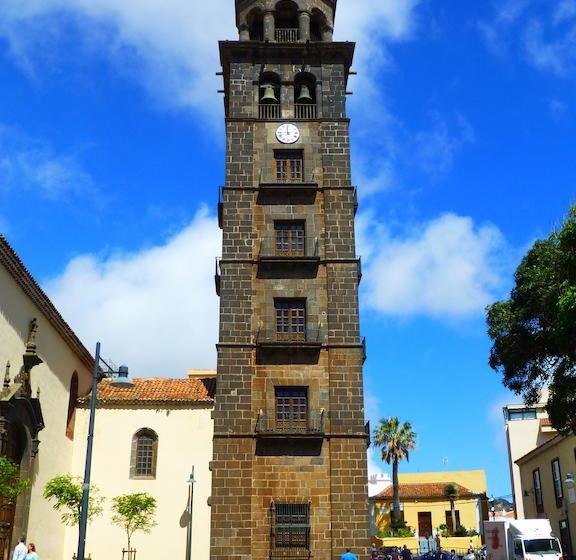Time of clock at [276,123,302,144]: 11:45
